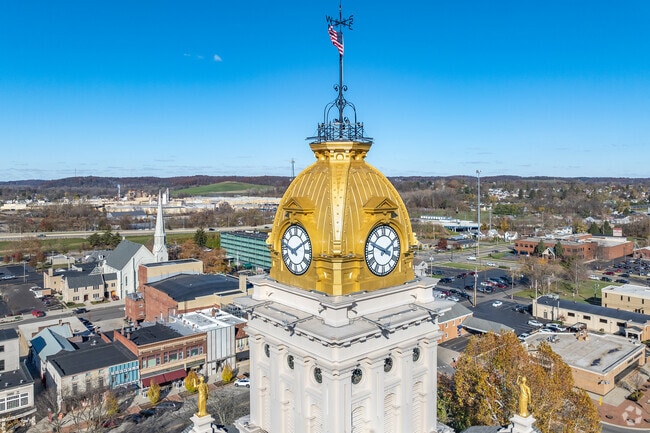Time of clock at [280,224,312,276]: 9:09
